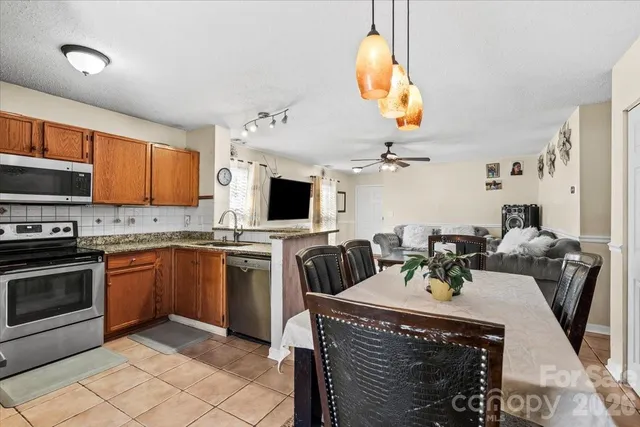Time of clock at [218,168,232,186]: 12:21
